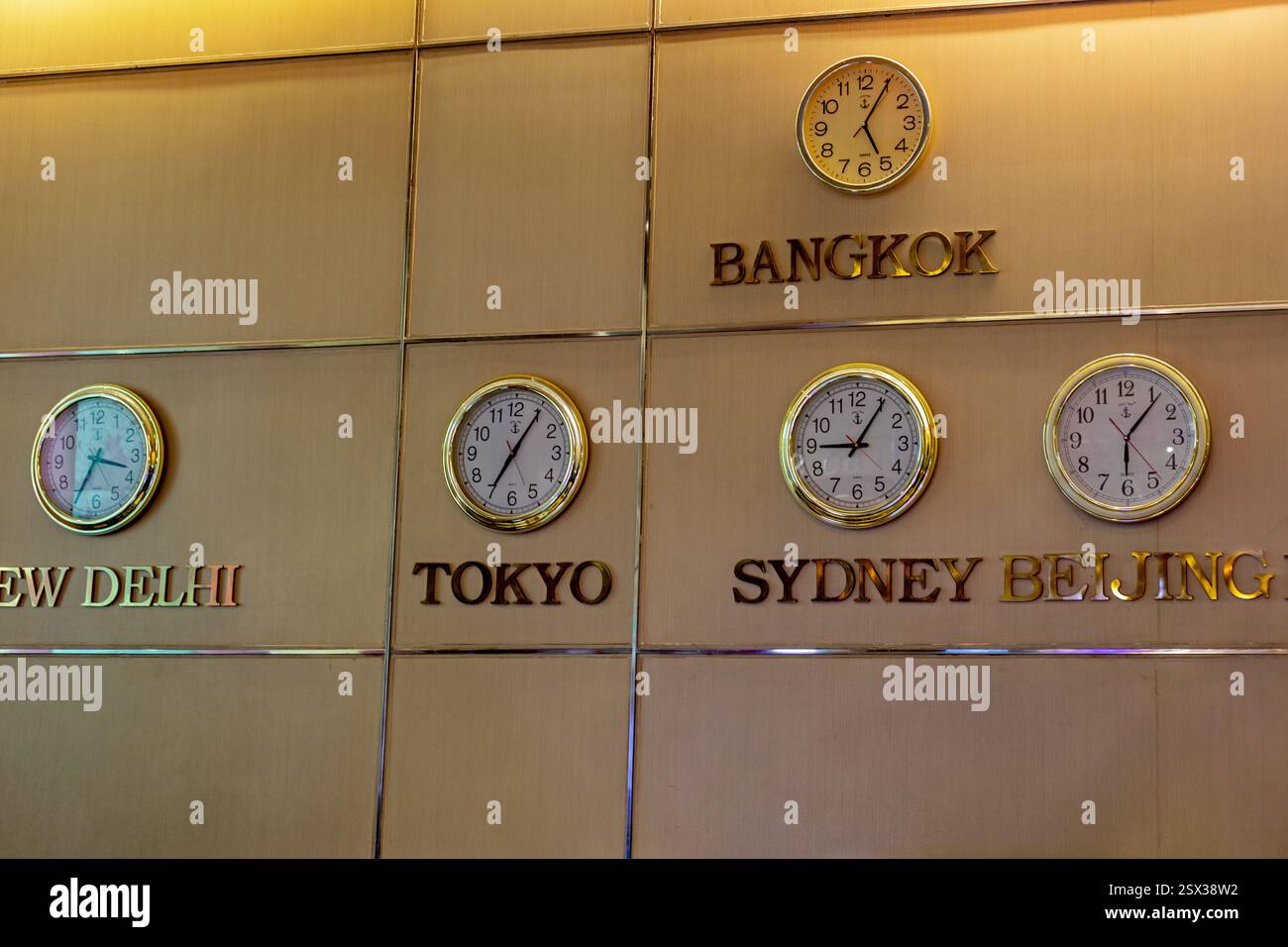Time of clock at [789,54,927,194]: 5:05
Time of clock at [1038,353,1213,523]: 6:06
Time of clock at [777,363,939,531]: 9:05
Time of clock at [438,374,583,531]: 7:05
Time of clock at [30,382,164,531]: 3:34
